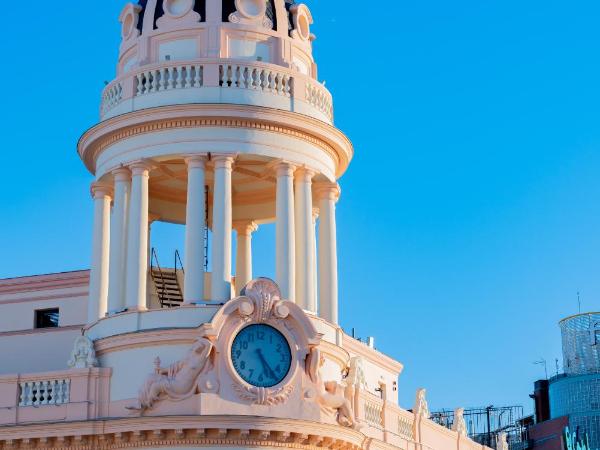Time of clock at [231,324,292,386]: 5:23
